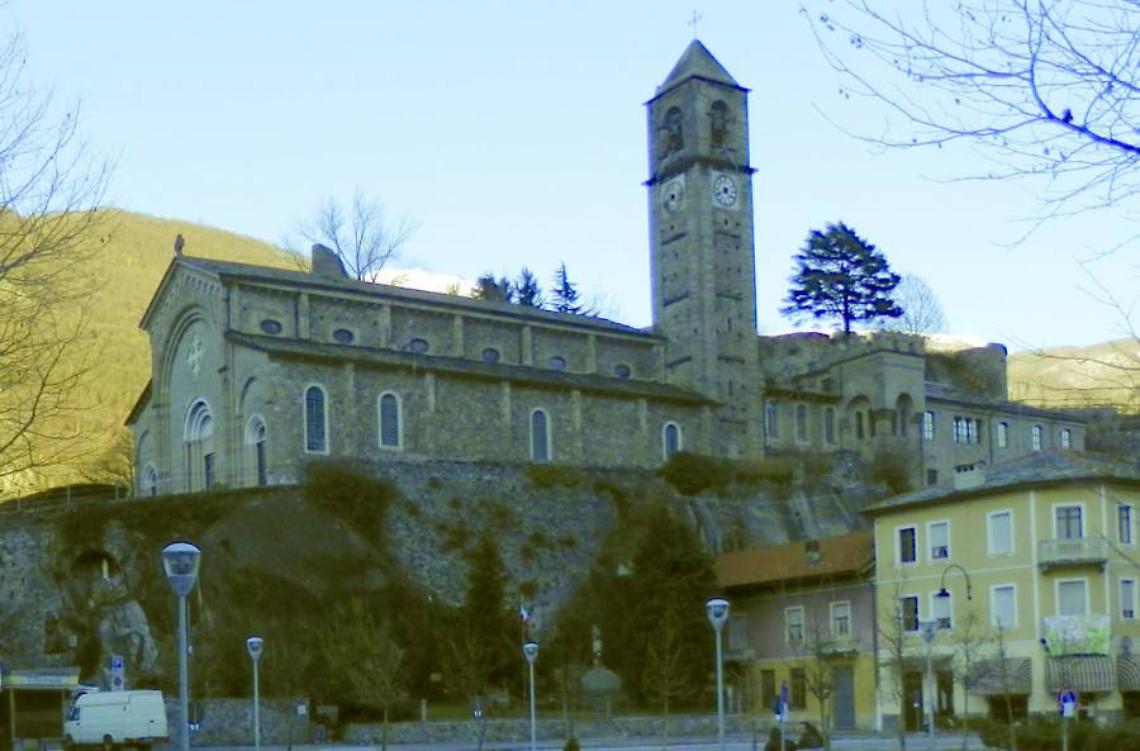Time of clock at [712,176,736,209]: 4:40
